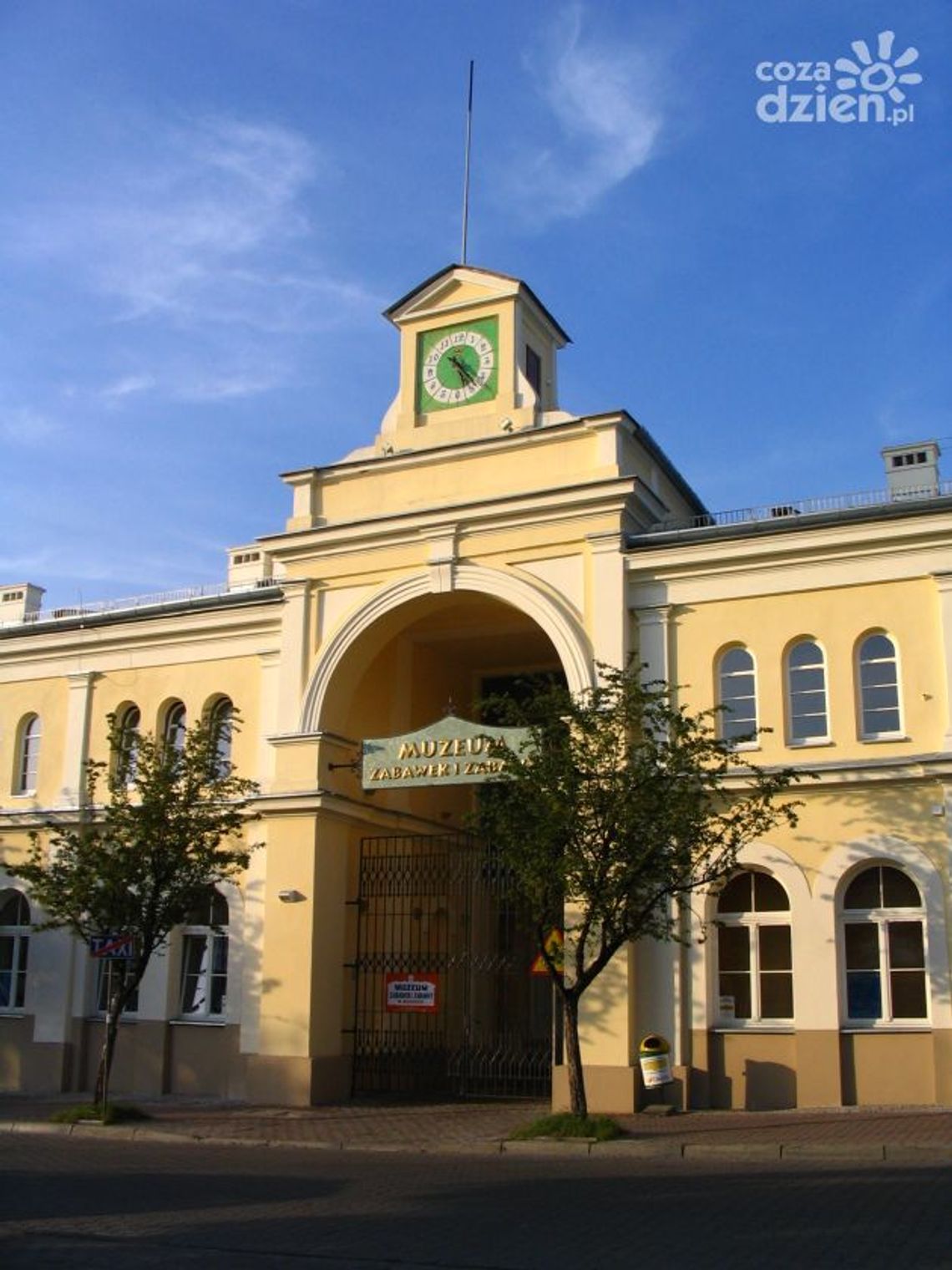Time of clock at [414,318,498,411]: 5:23
